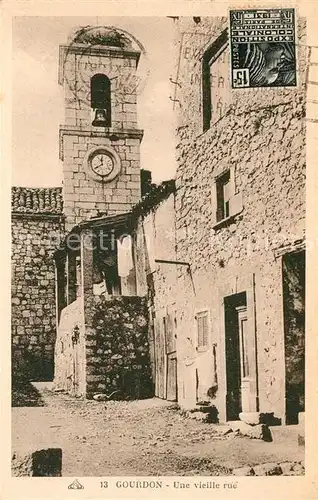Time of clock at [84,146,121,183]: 11:40
